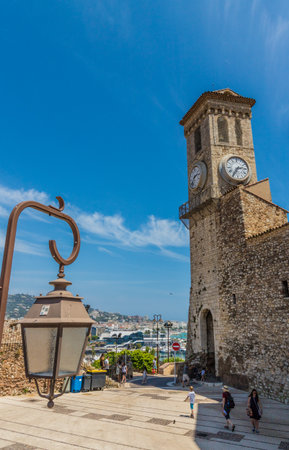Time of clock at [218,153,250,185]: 2:35
